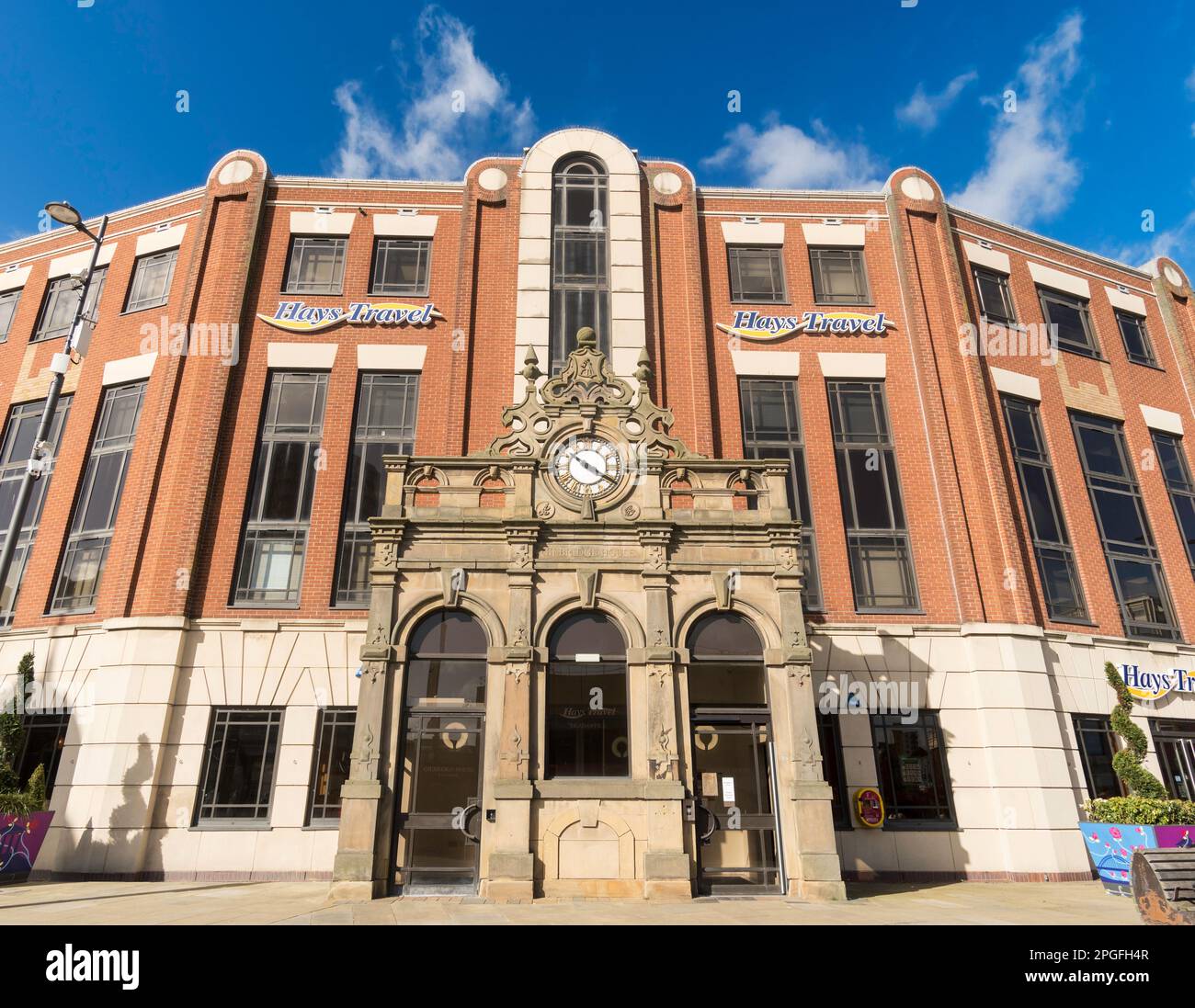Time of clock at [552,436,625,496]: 10:20
